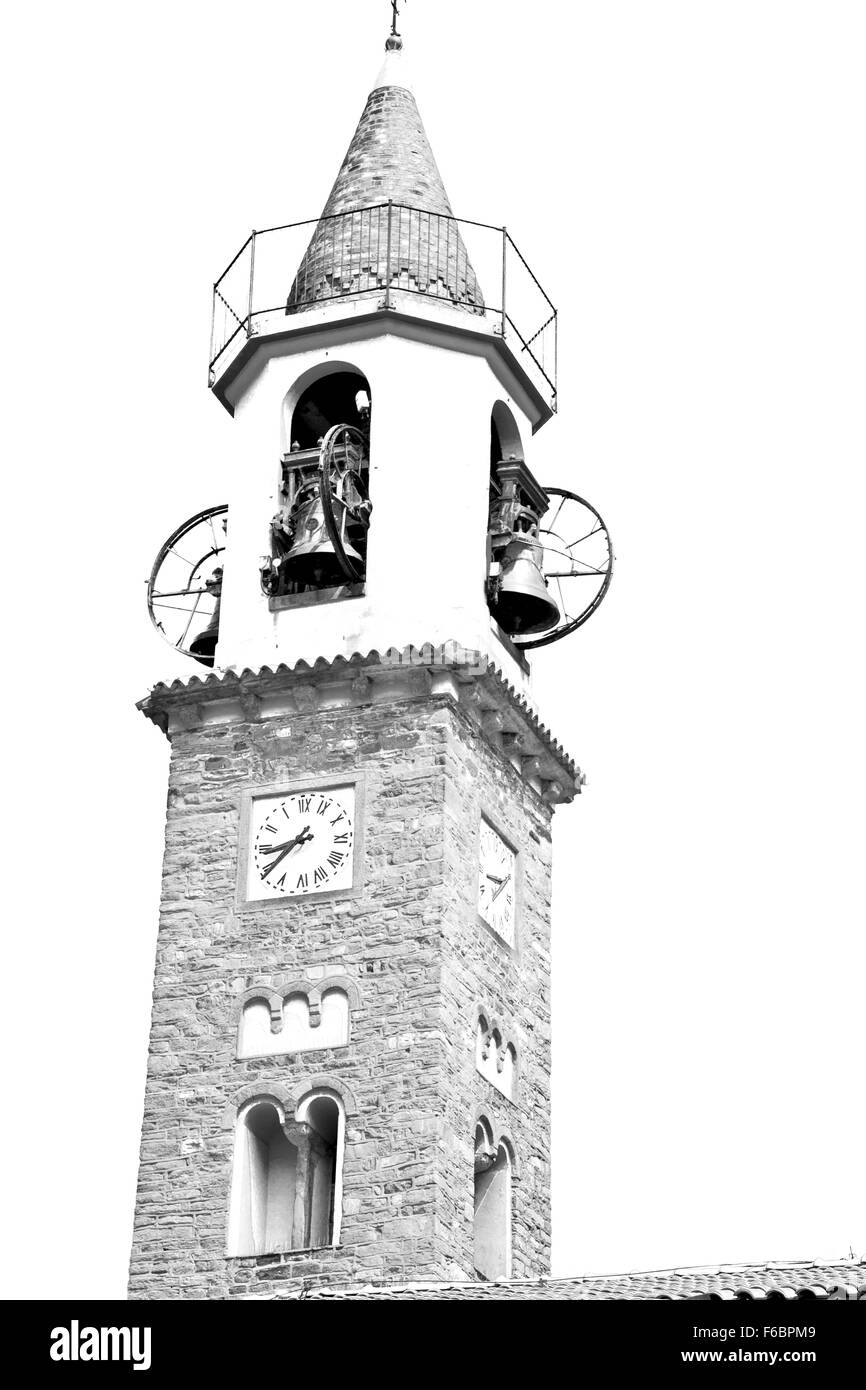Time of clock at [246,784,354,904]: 8:38
